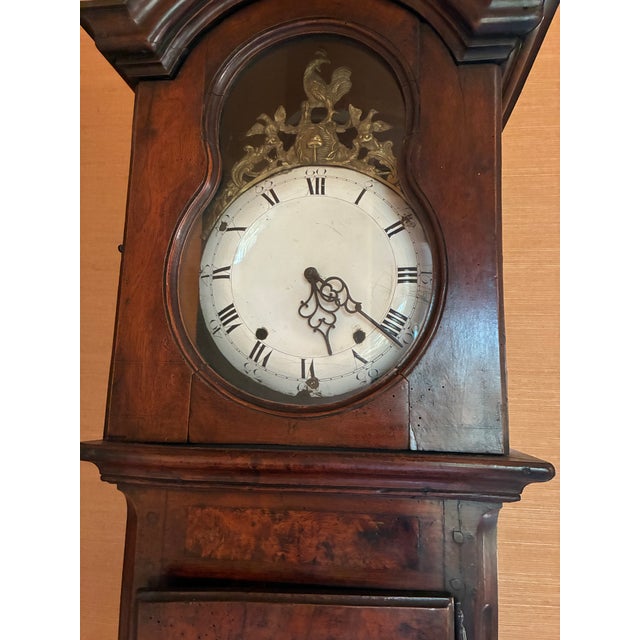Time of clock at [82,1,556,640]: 5:21
